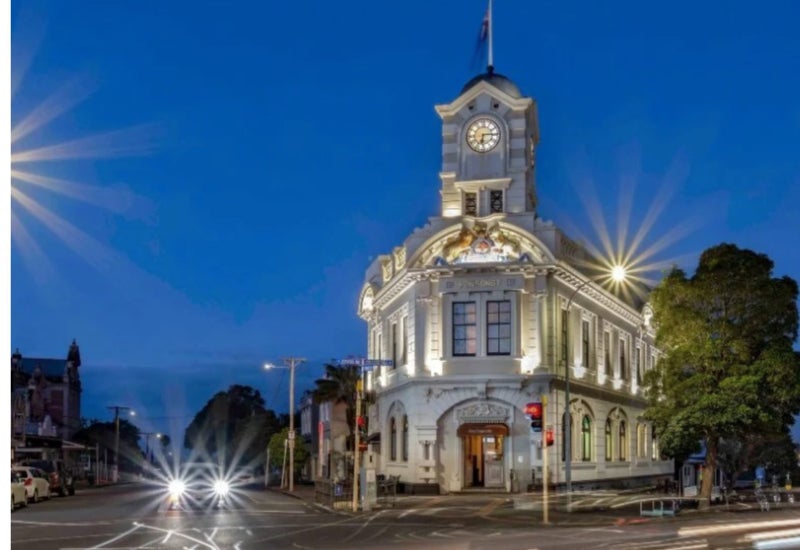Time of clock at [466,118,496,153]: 6:14
